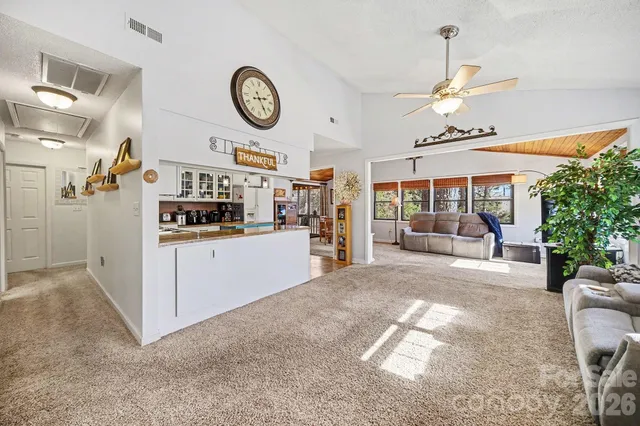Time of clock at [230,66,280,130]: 2:24
